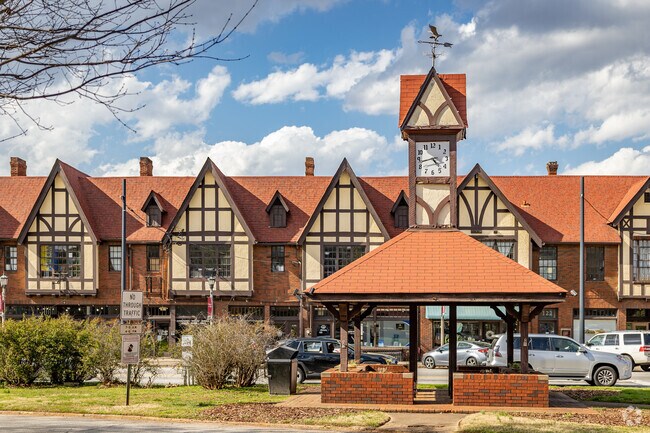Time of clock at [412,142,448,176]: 4:42
